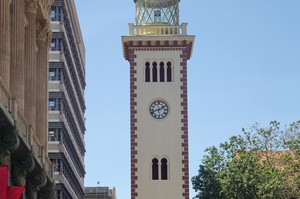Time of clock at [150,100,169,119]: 1:41
